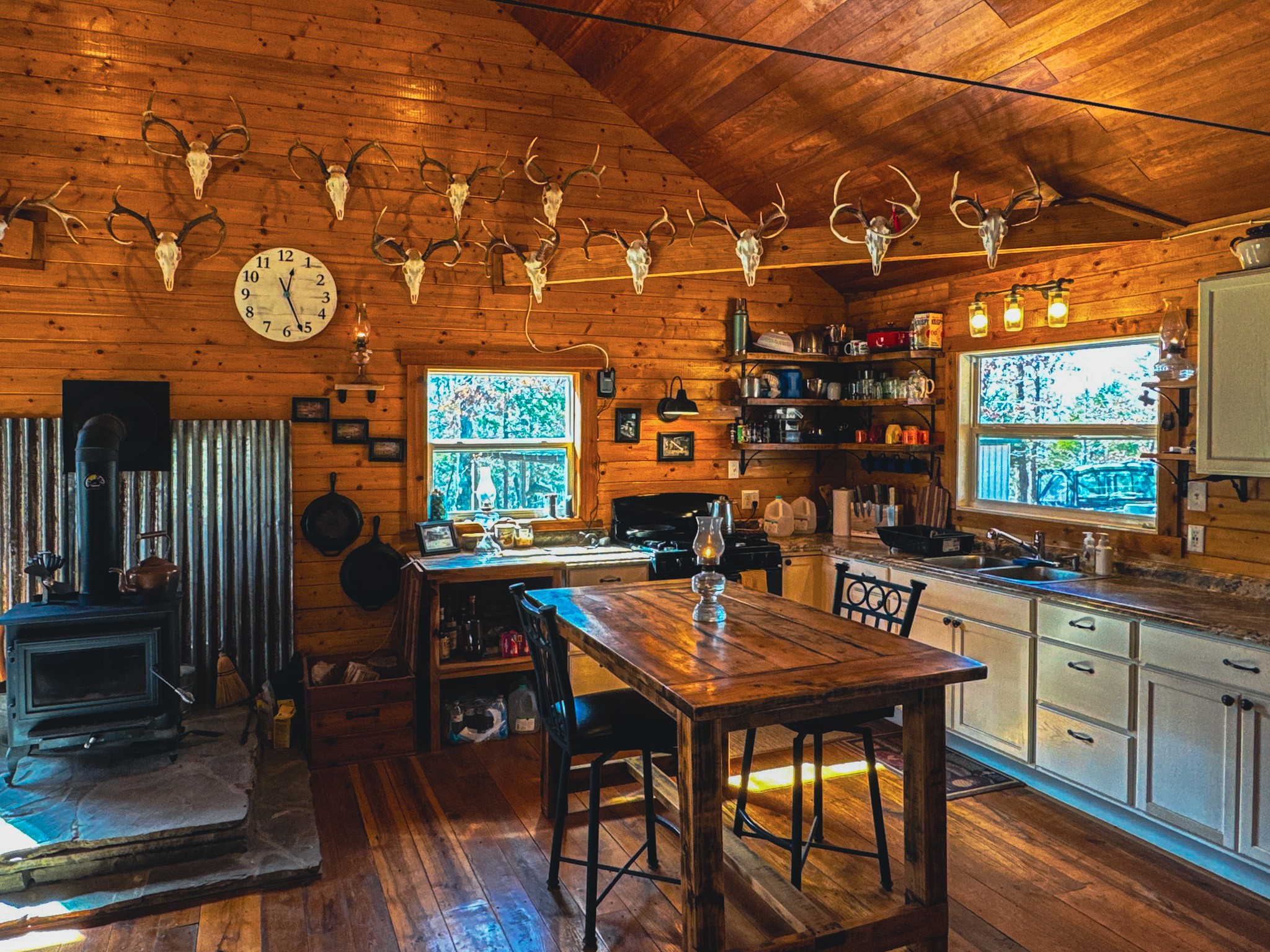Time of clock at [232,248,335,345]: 12:26
